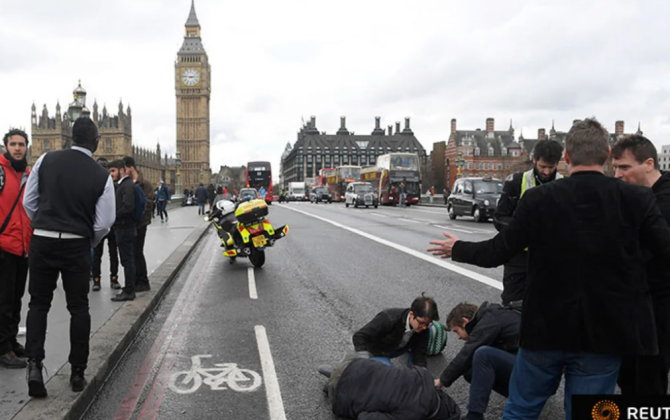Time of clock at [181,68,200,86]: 2:46
